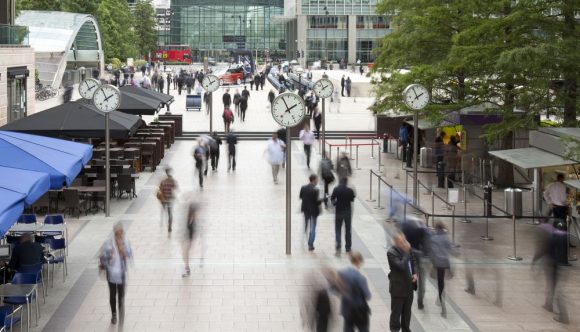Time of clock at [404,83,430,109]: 1:56
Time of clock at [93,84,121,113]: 1:56
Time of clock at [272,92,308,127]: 1:56
